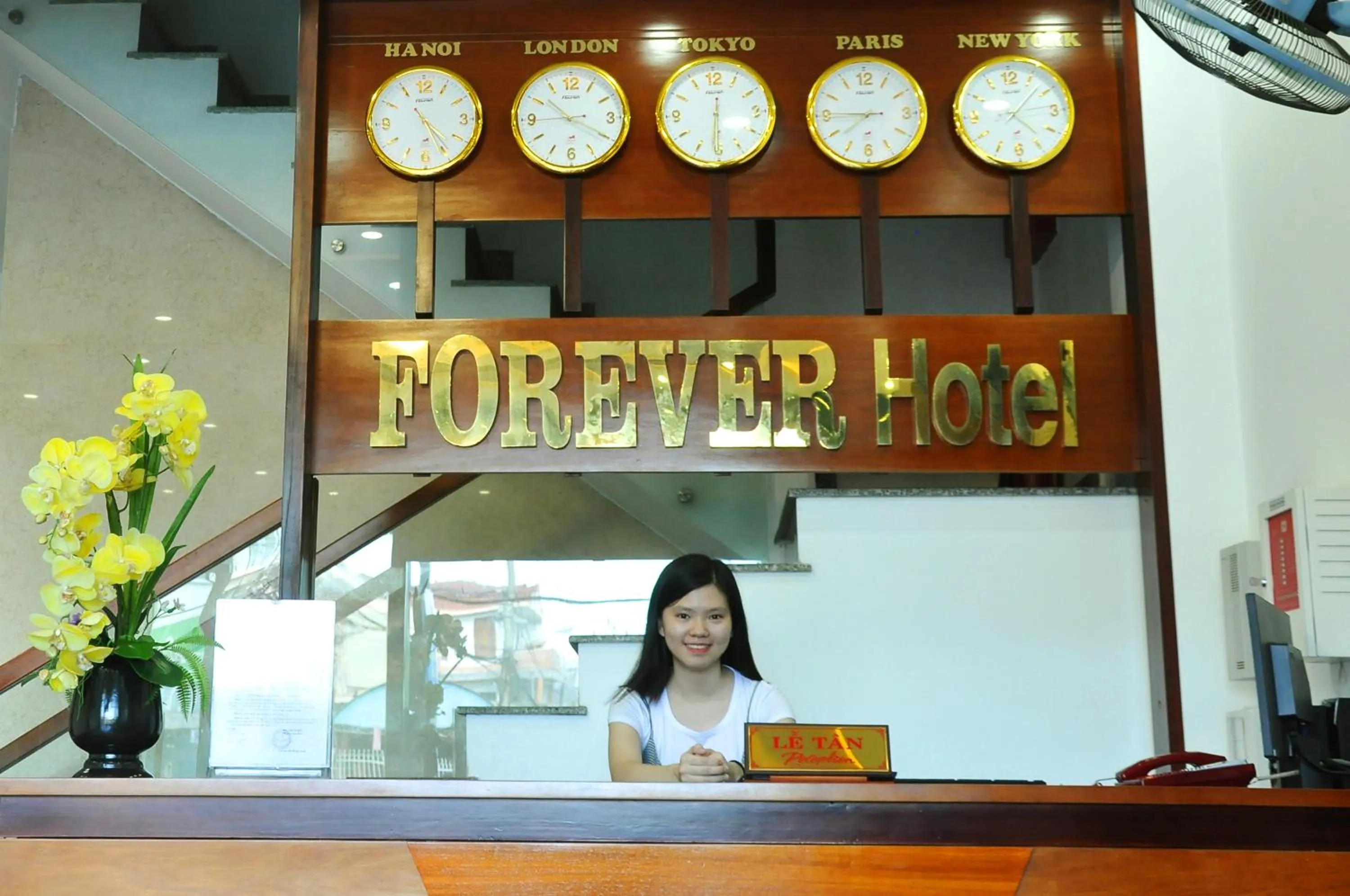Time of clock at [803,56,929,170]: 7:45
